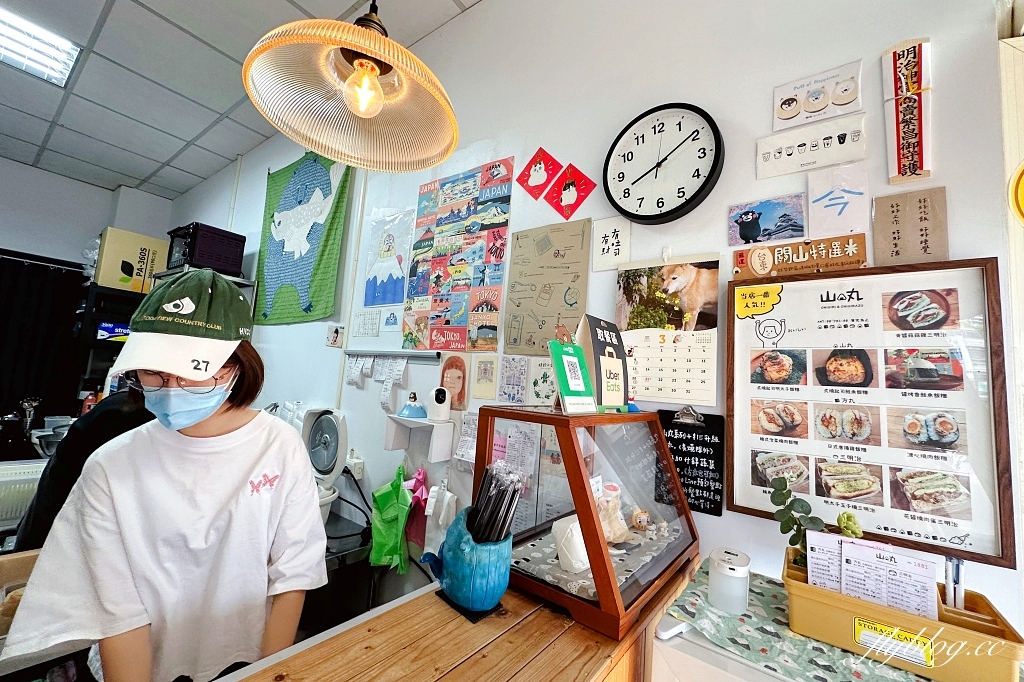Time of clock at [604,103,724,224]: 8:09
